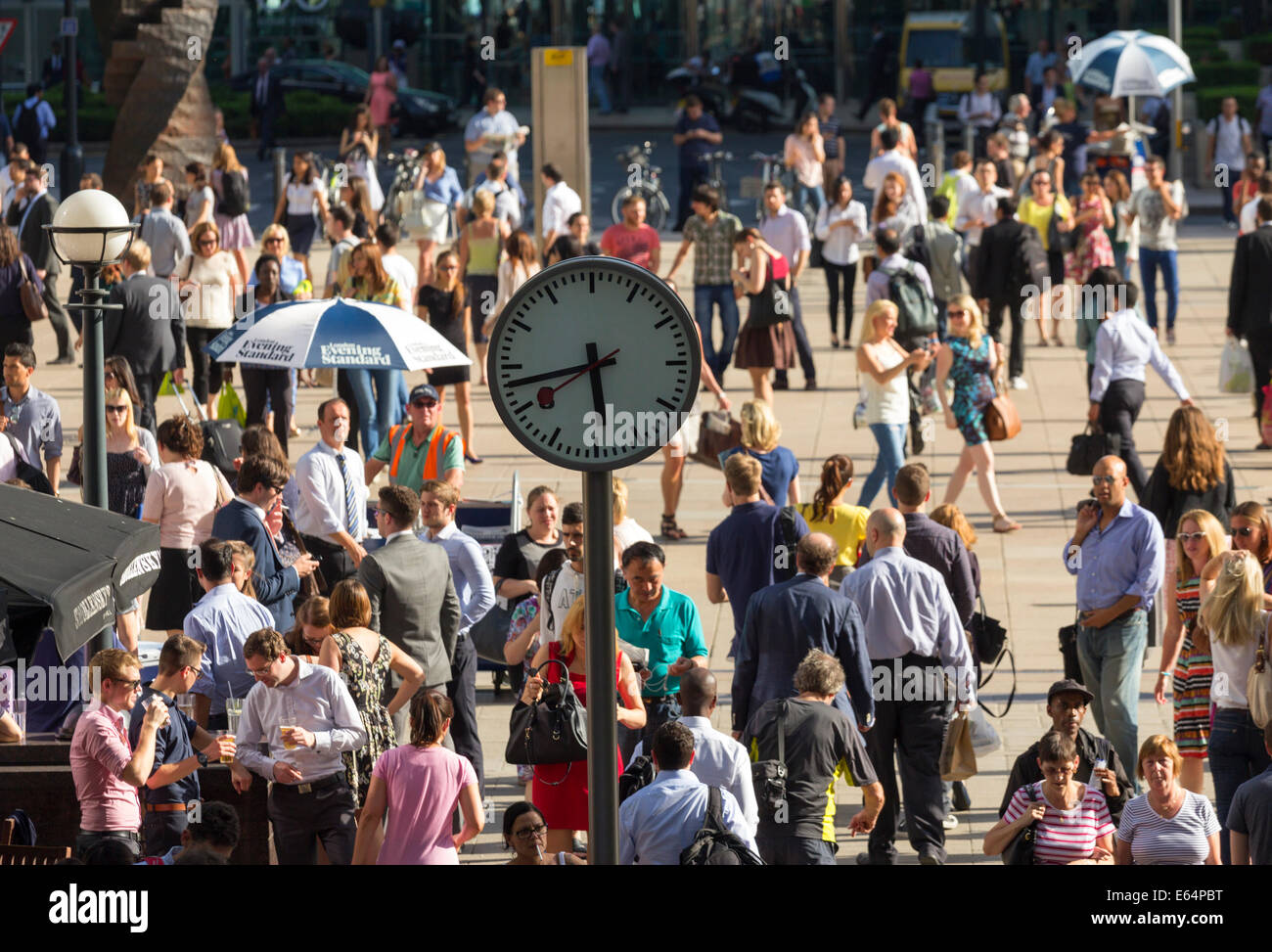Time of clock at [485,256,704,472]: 5:43
